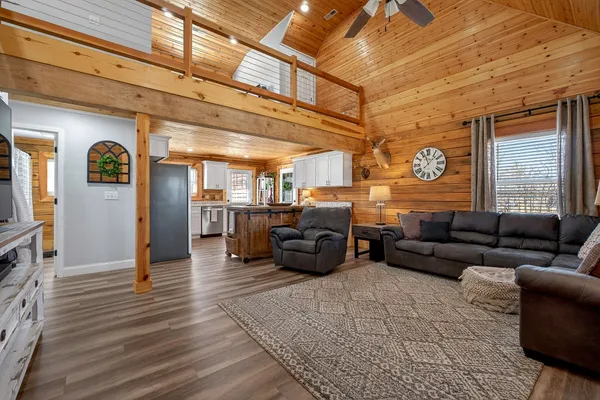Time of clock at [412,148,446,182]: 11:07
